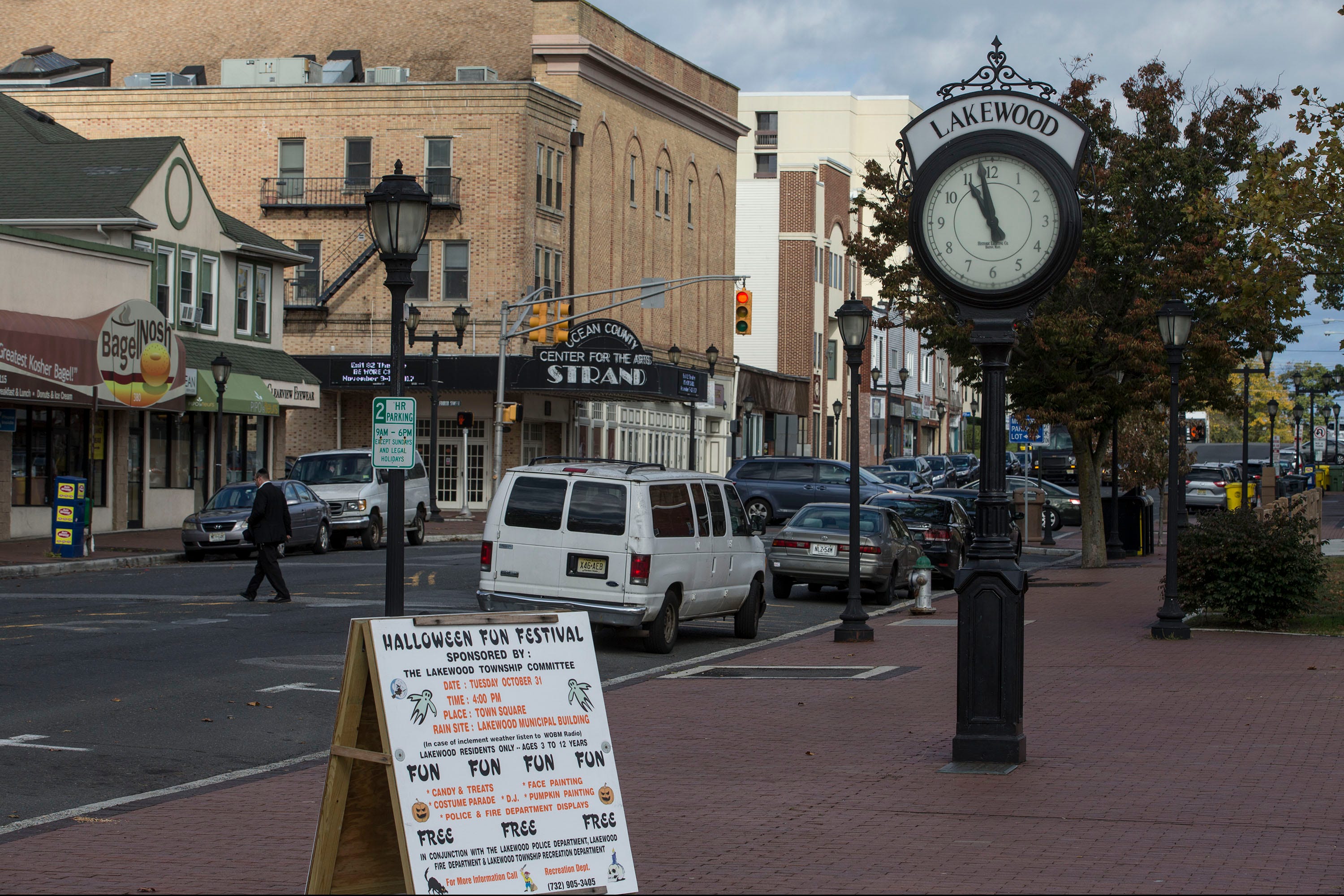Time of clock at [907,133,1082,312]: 10:58
